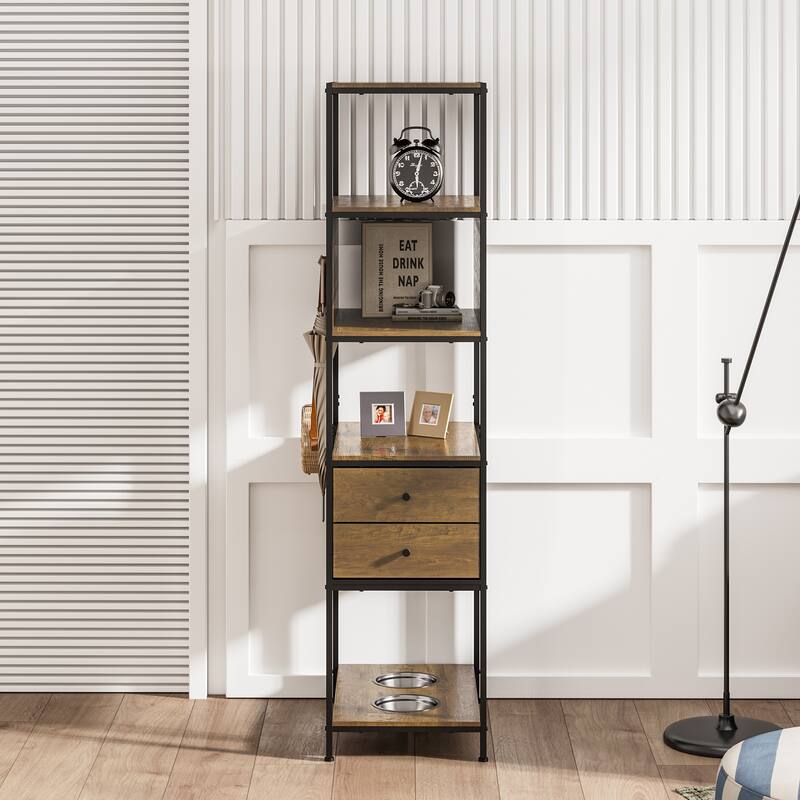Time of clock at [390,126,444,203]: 6:02
